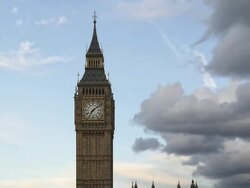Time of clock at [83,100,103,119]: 7:08
